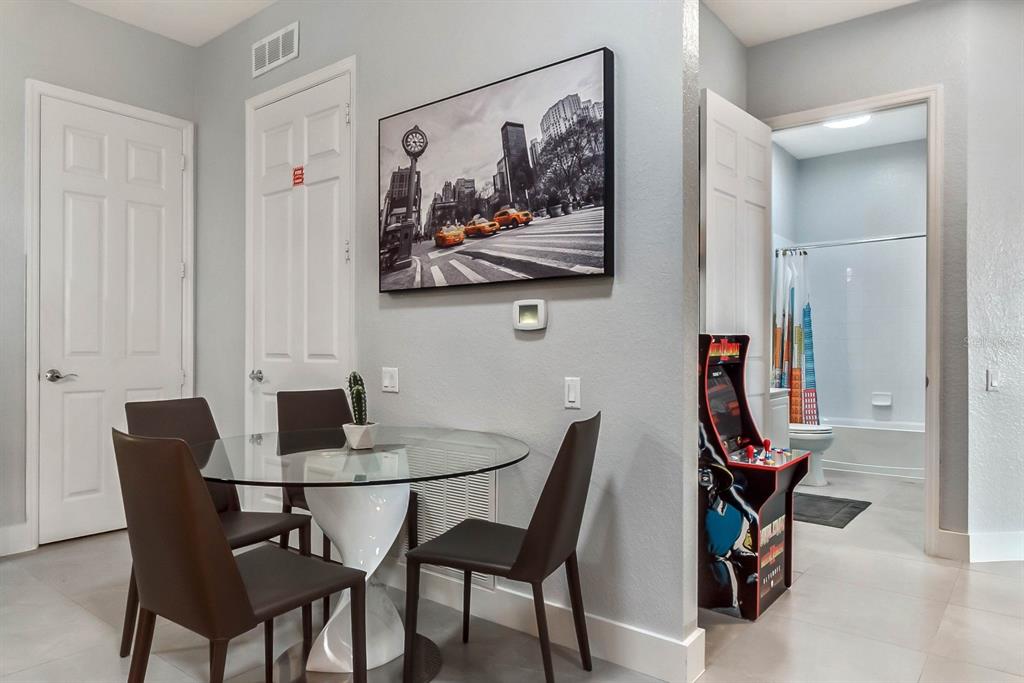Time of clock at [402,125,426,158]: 5:14
